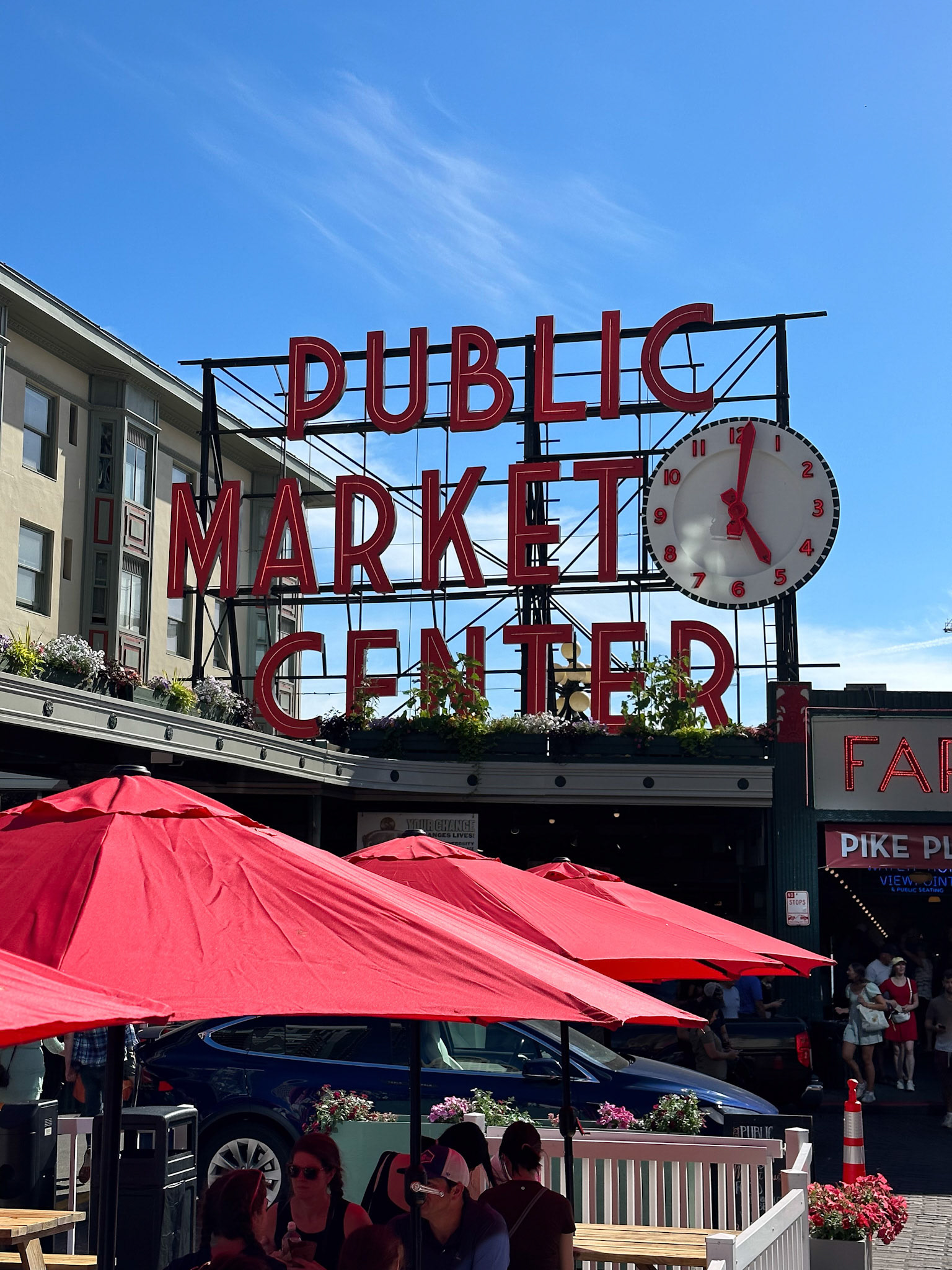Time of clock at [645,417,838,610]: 5:01
